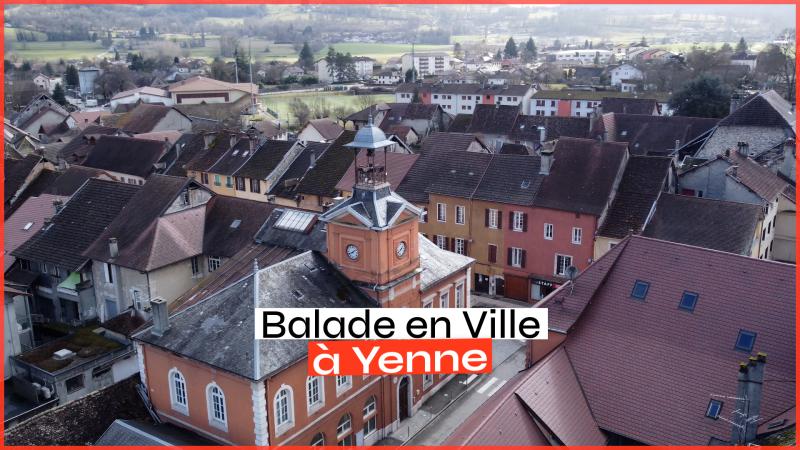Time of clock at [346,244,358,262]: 8:09
